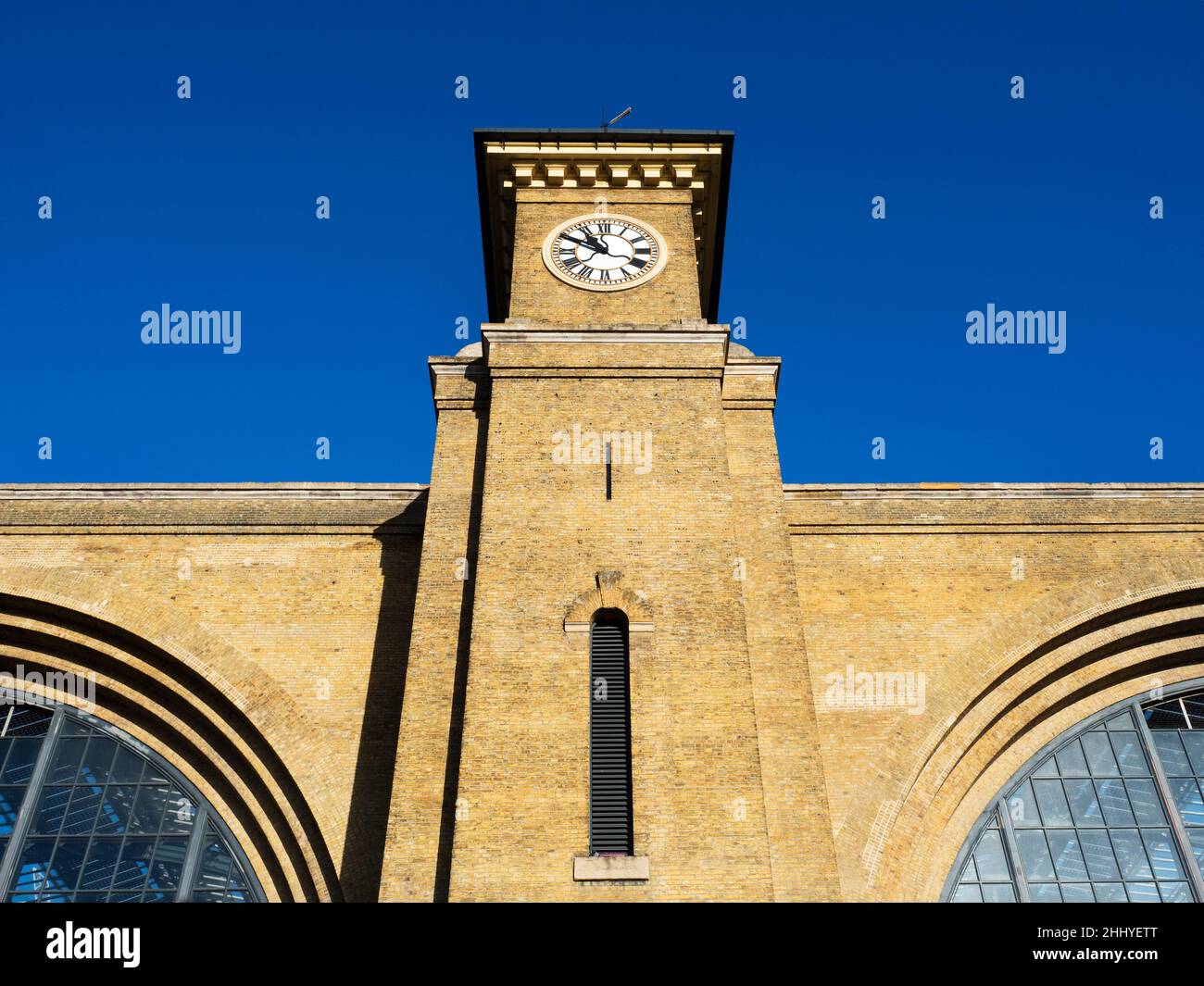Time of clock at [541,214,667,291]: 10:50
